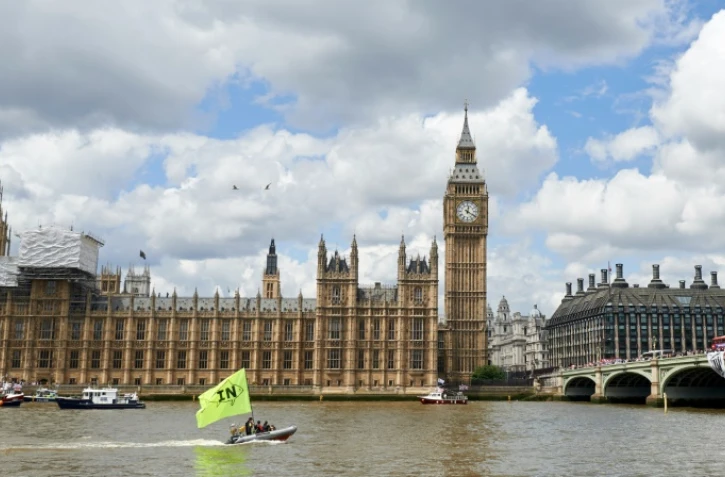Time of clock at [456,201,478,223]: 12:20
